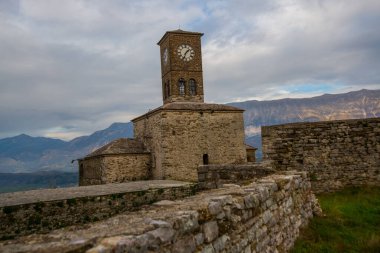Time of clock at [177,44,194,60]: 1:33
